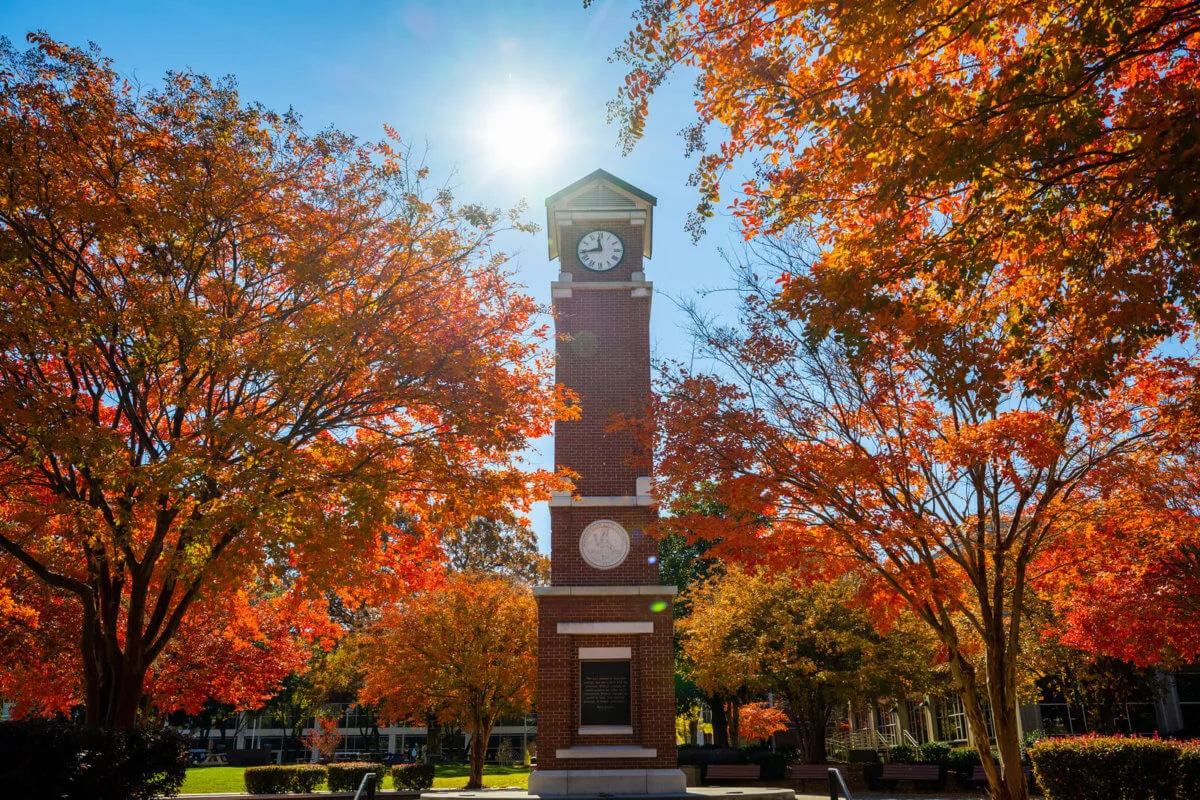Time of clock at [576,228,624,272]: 11:43
